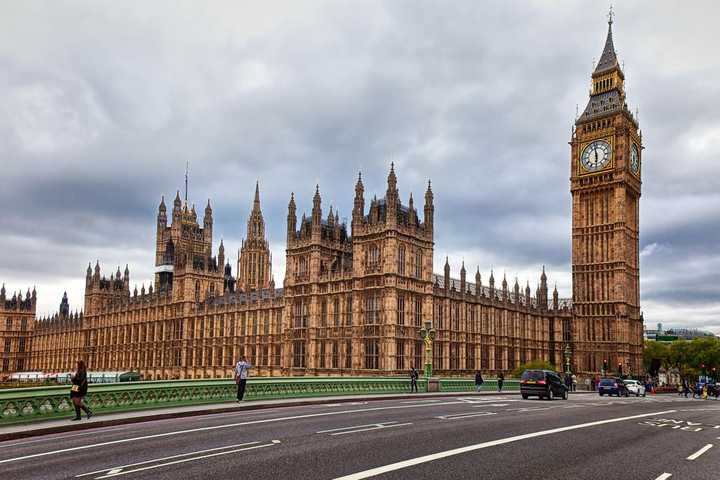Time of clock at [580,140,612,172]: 5:58
